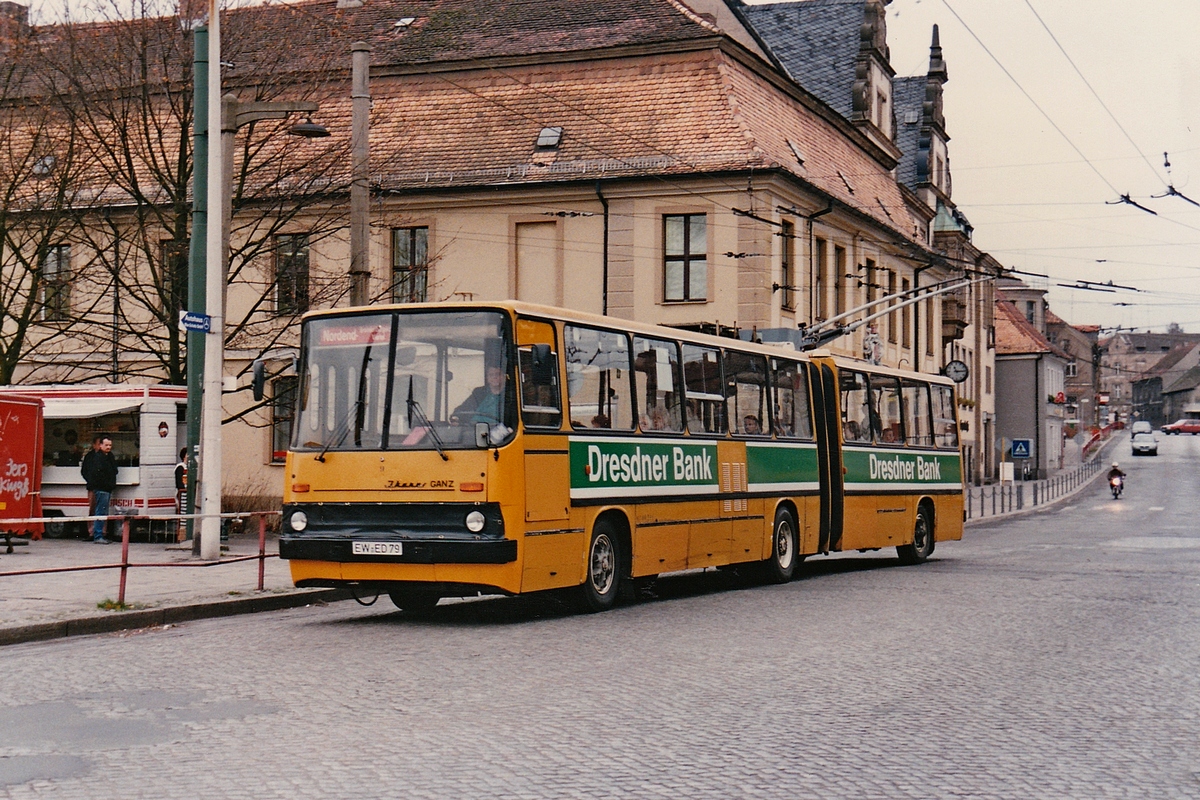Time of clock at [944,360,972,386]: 11:14
